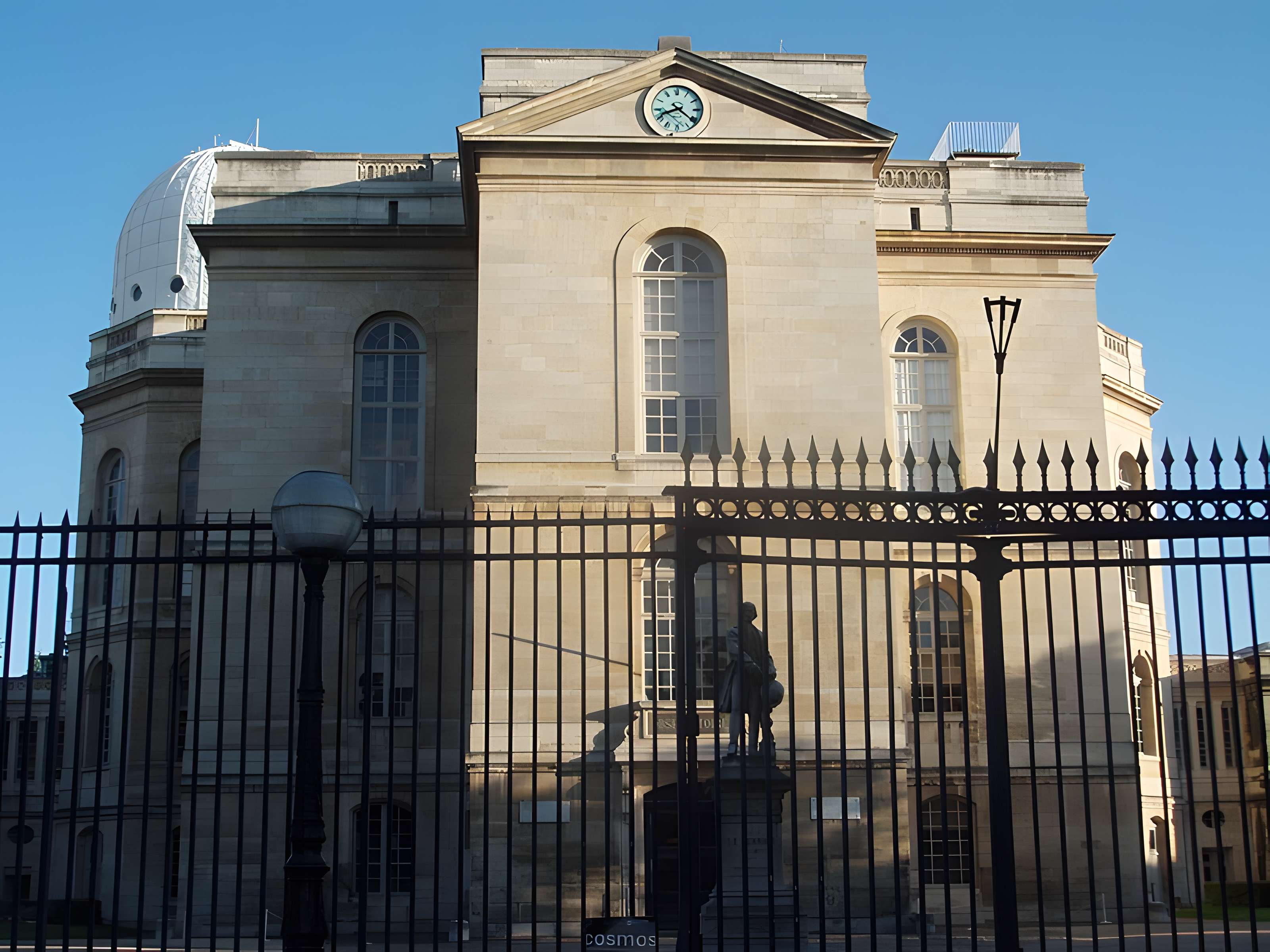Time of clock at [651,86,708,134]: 8:21
